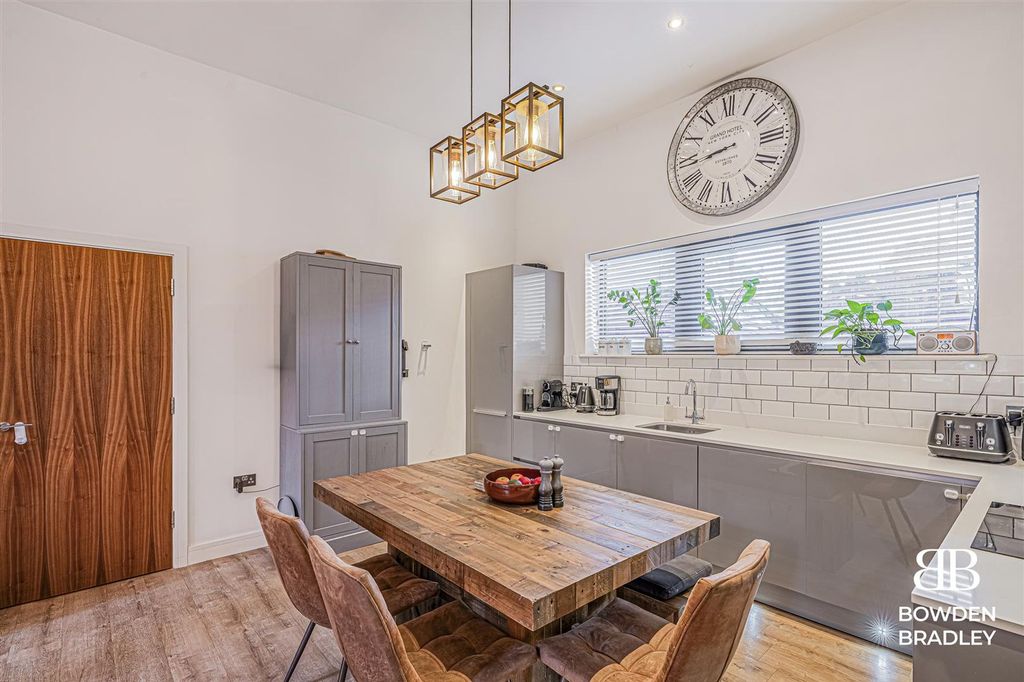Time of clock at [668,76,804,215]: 8:43
